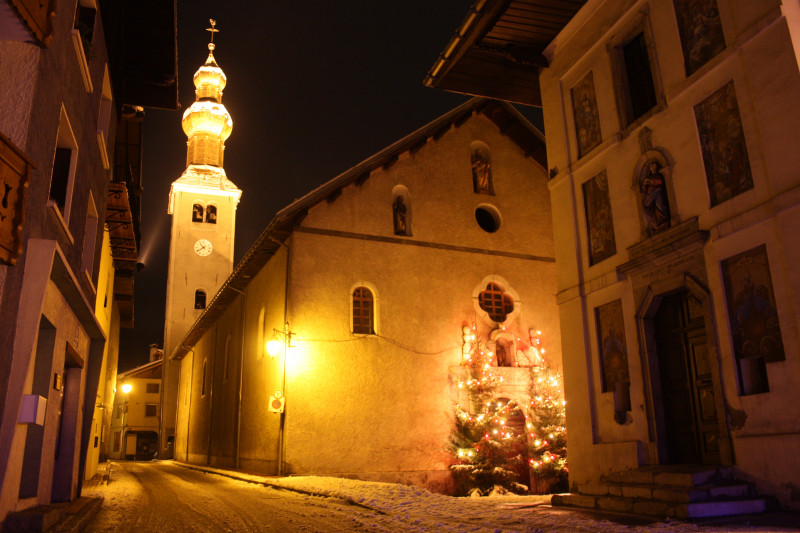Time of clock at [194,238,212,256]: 10:39
